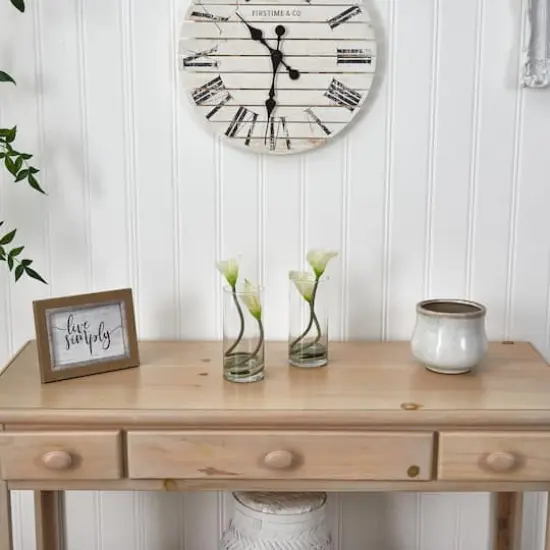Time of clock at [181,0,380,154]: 10:31
